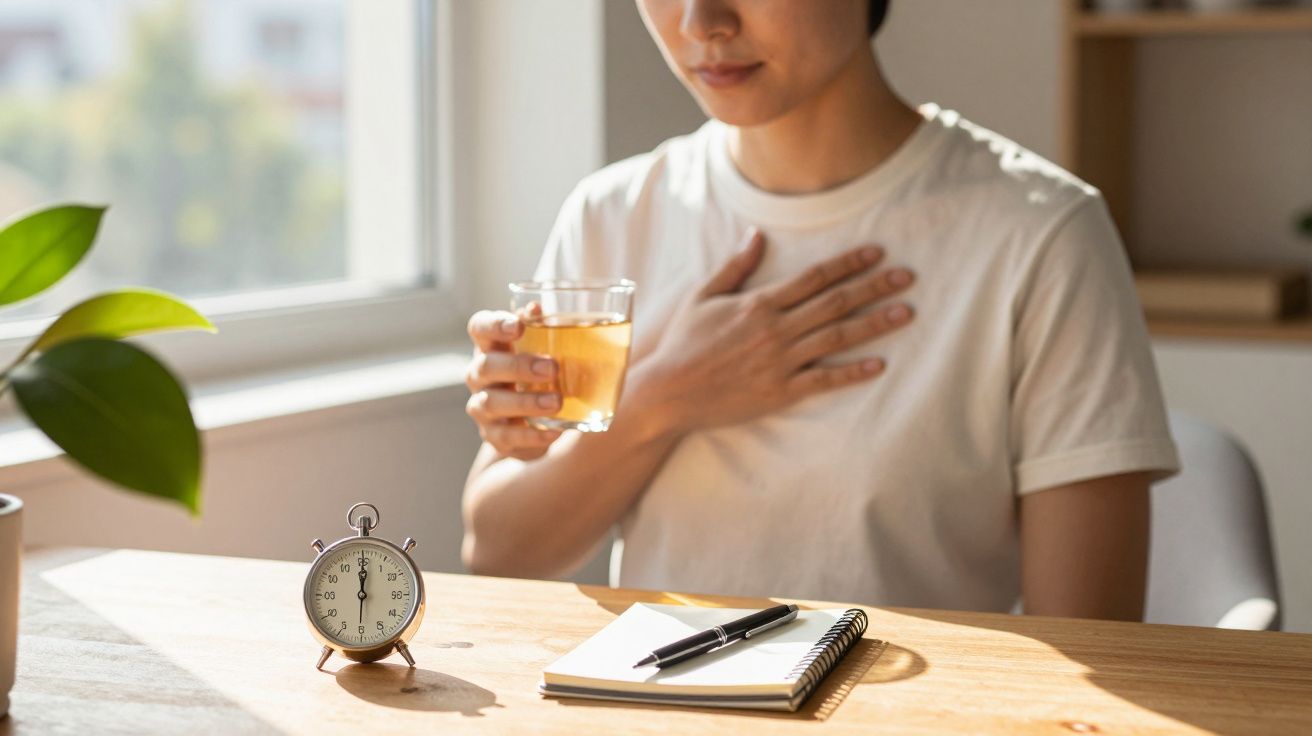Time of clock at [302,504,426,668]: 11:59
